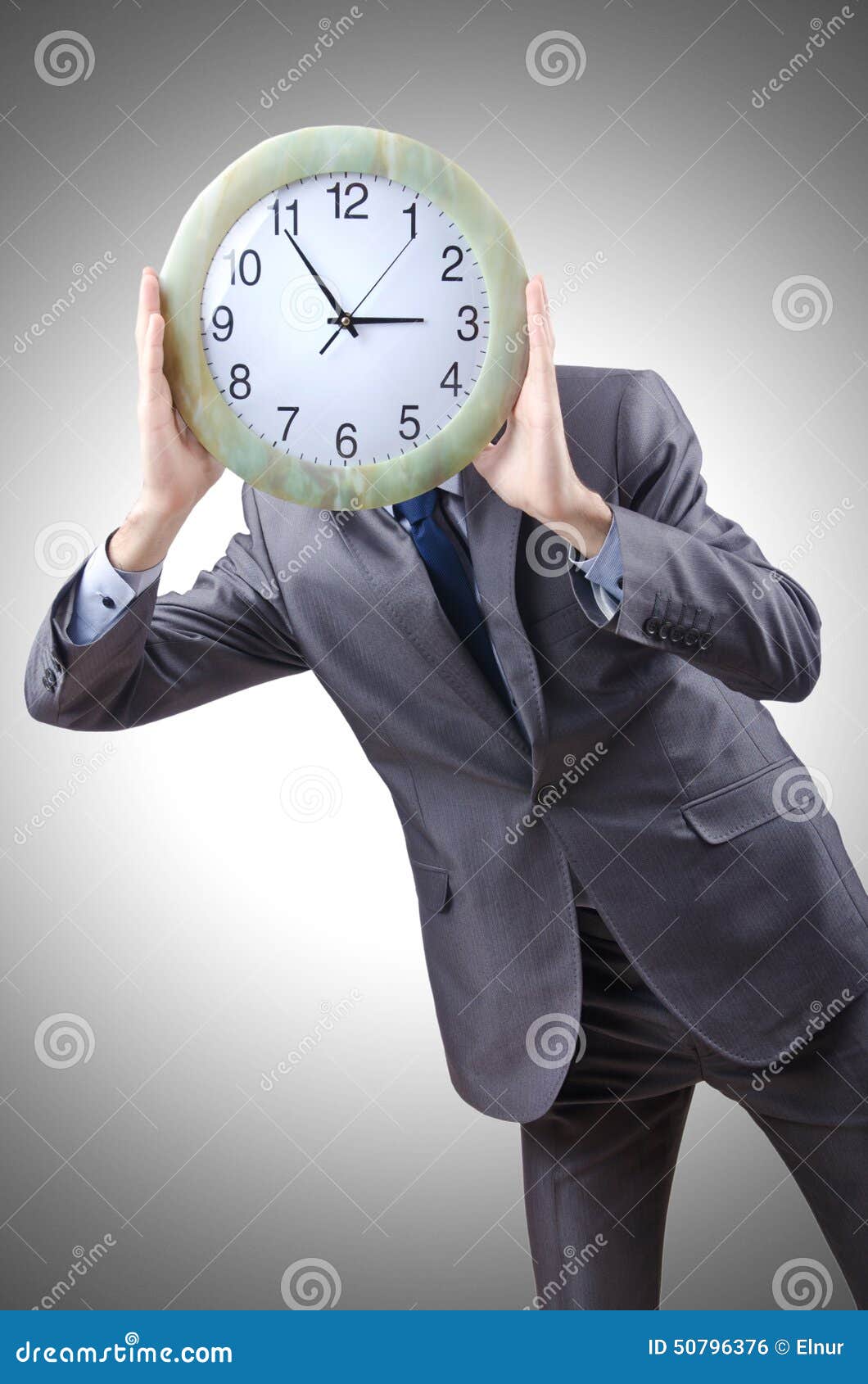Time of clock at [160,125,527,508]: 2:54
